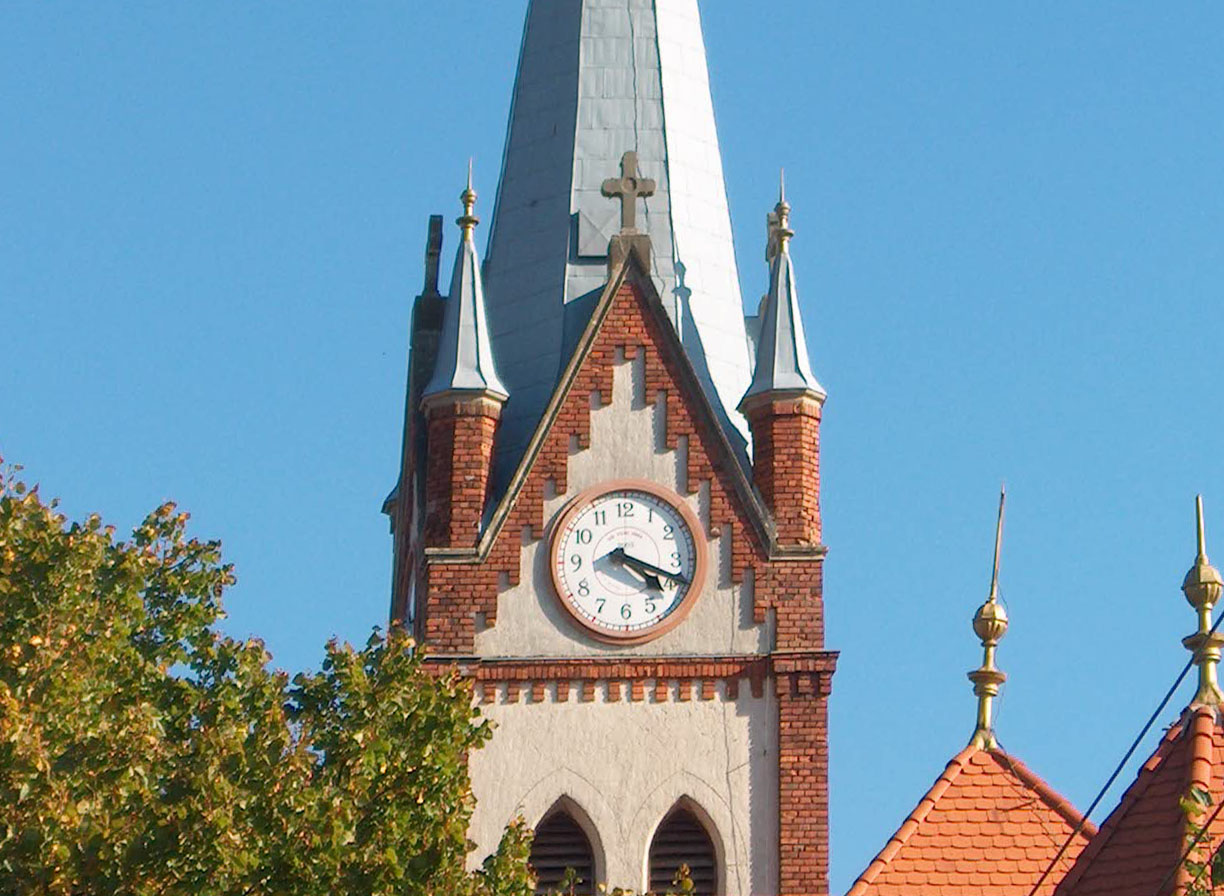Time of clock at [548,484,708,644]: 4:18
